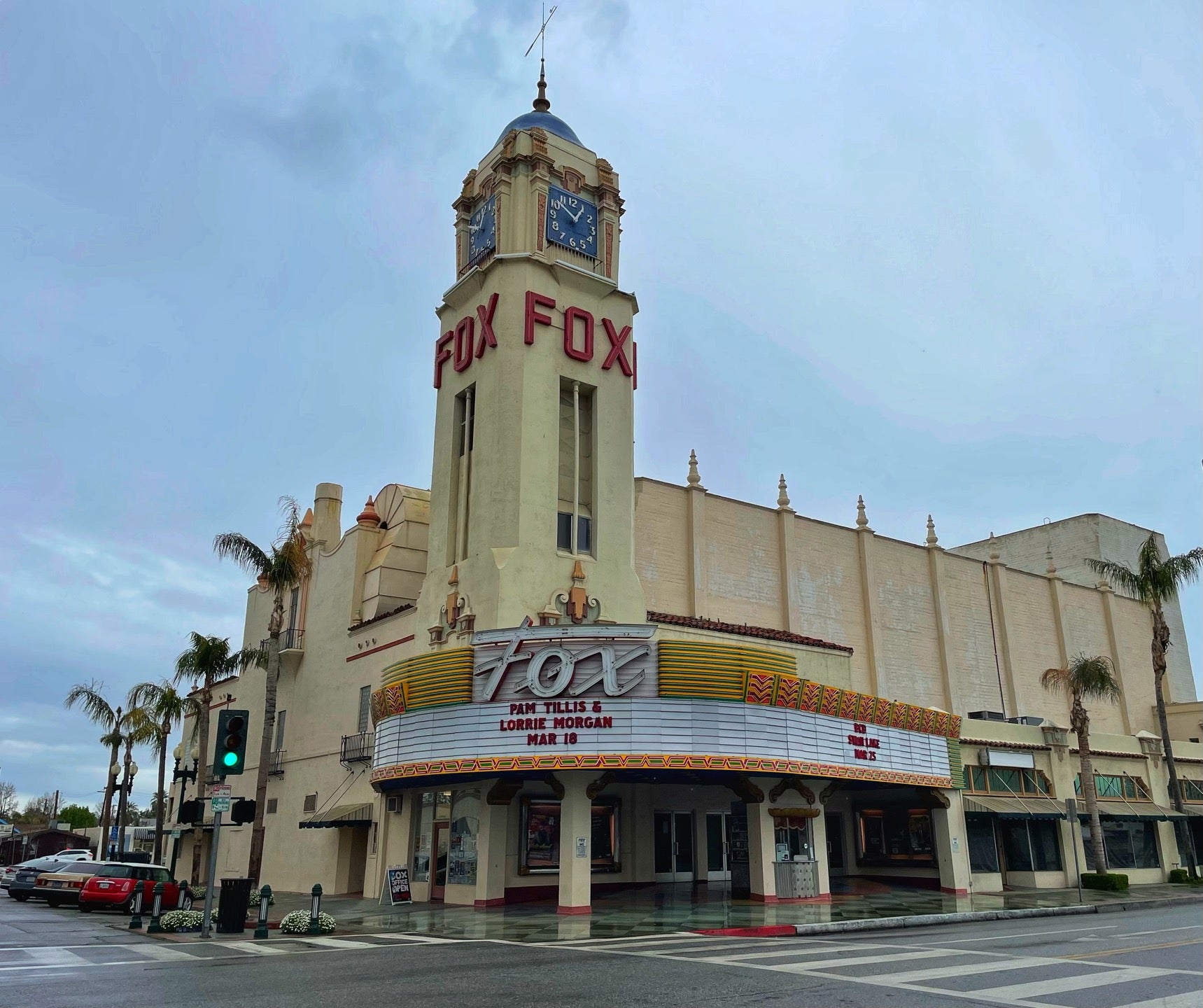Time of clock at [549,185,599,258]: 12:52
